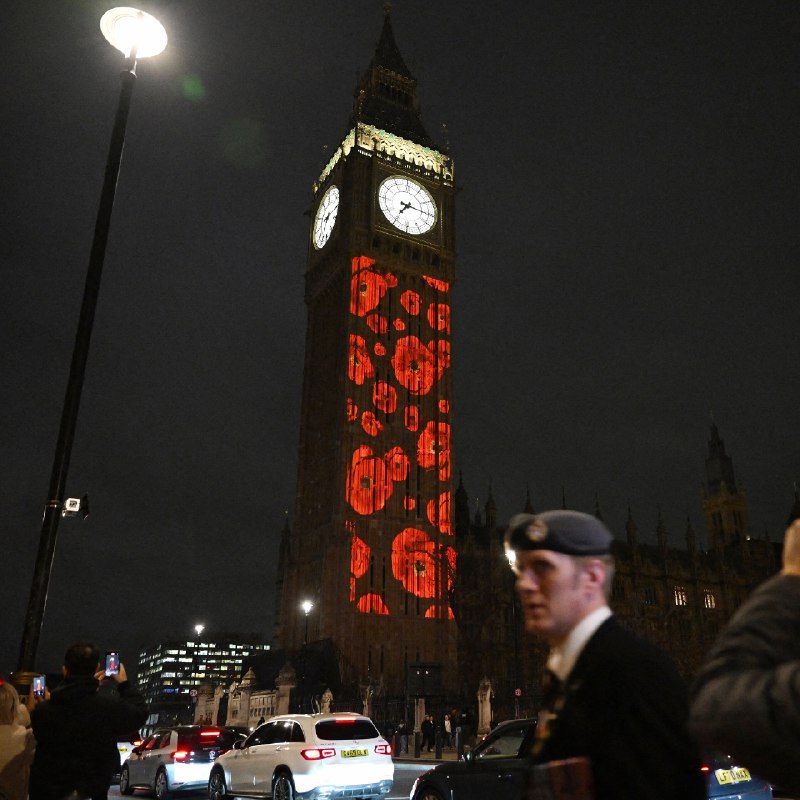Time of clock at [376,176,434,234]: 7:15
